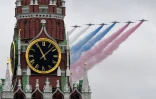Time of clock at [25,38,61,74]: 11:07
